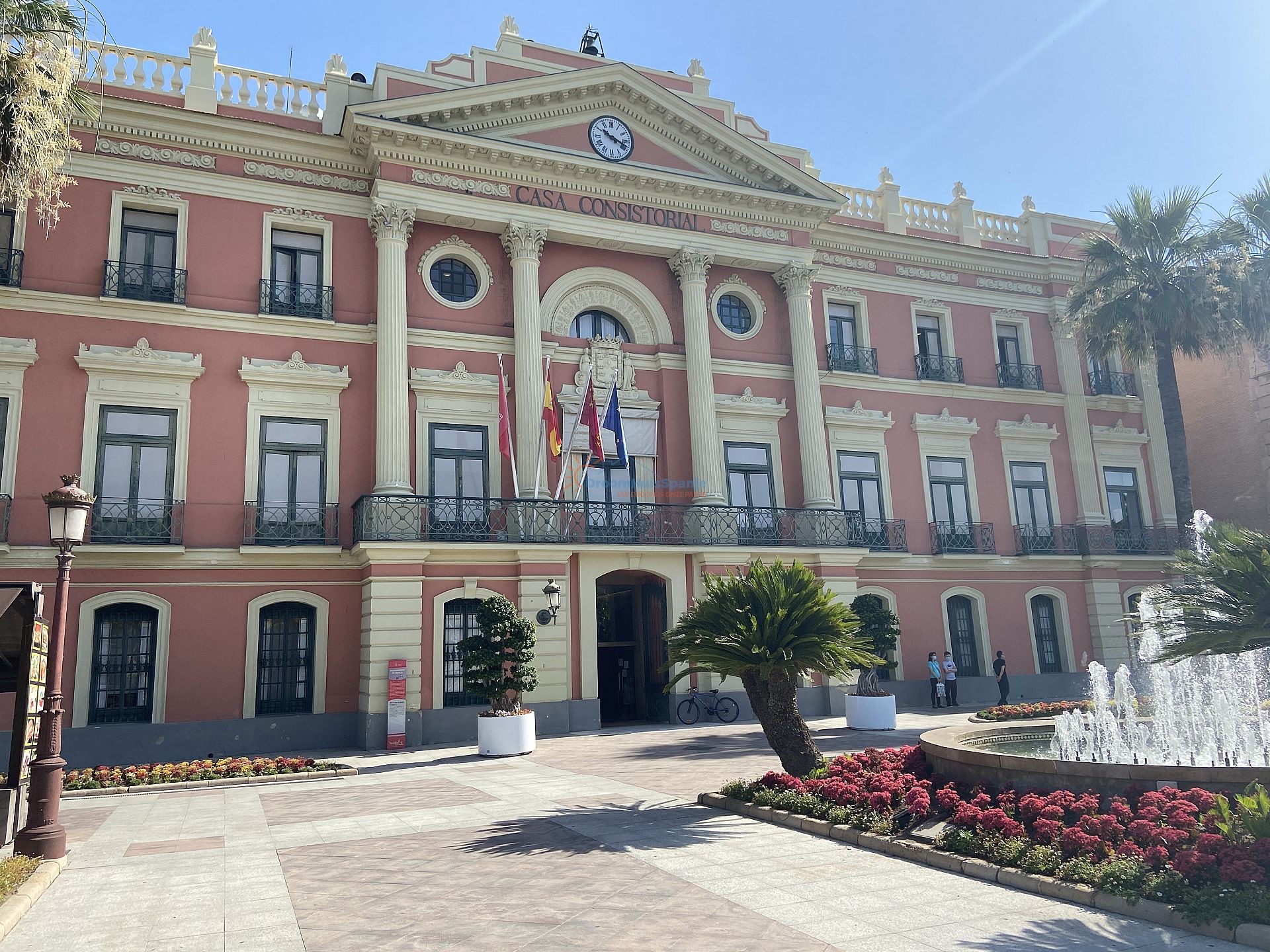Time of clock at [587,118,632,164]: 10:18
